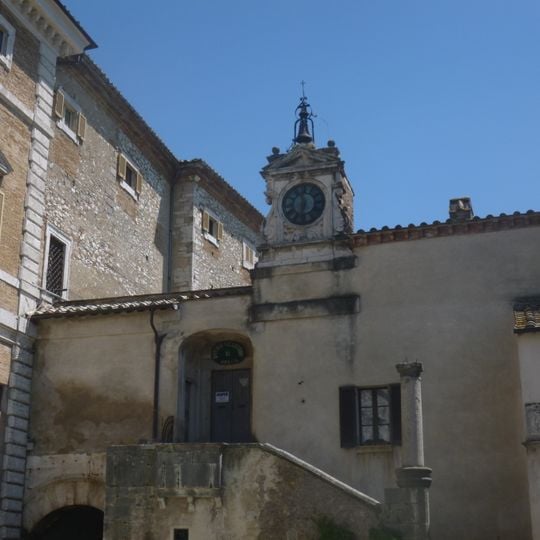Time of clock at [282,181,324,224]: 11:32
